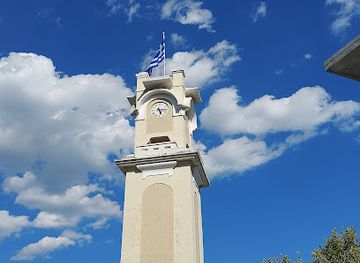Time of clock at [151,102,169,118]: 5:14
